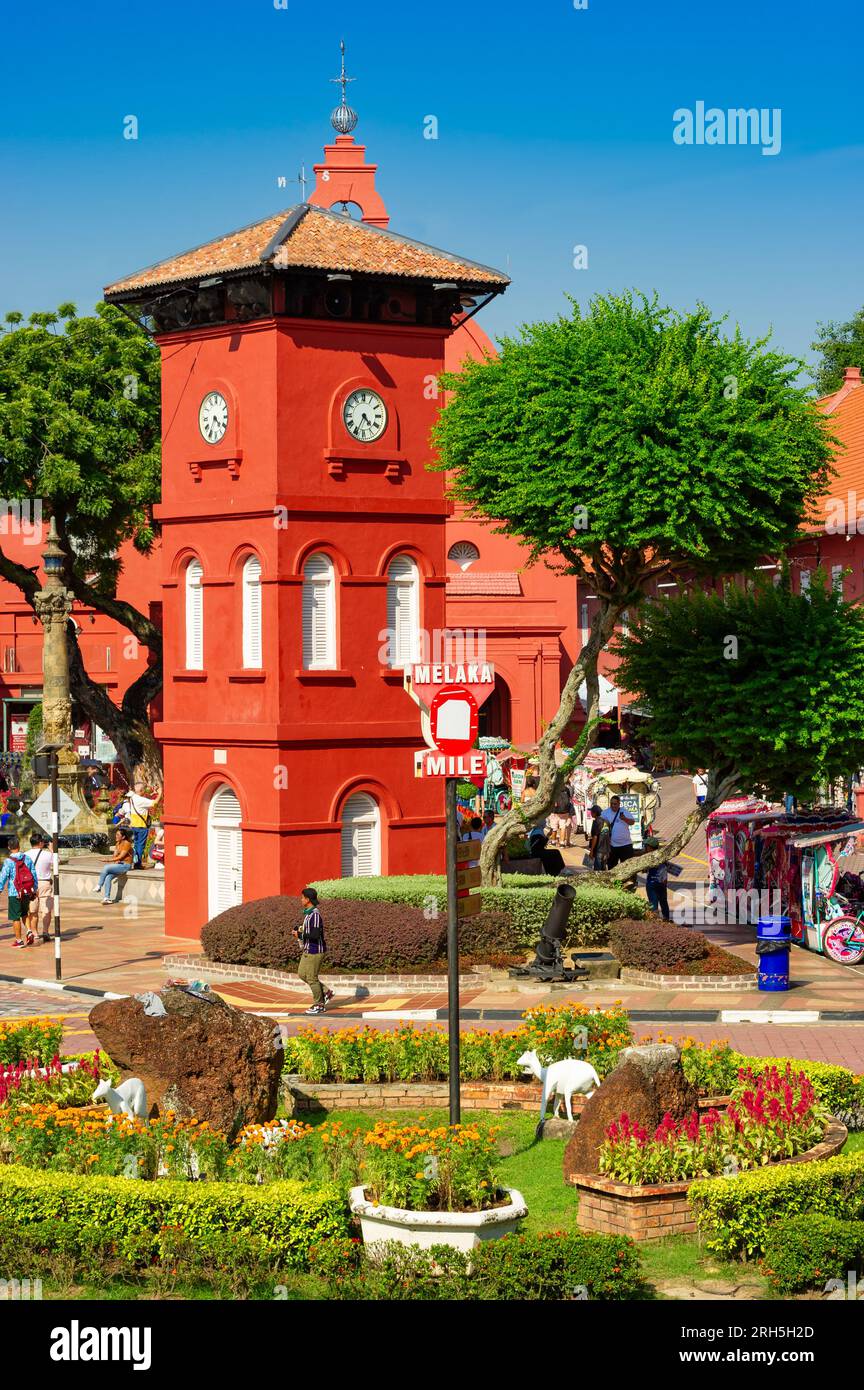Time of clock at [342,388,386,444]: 4:34
